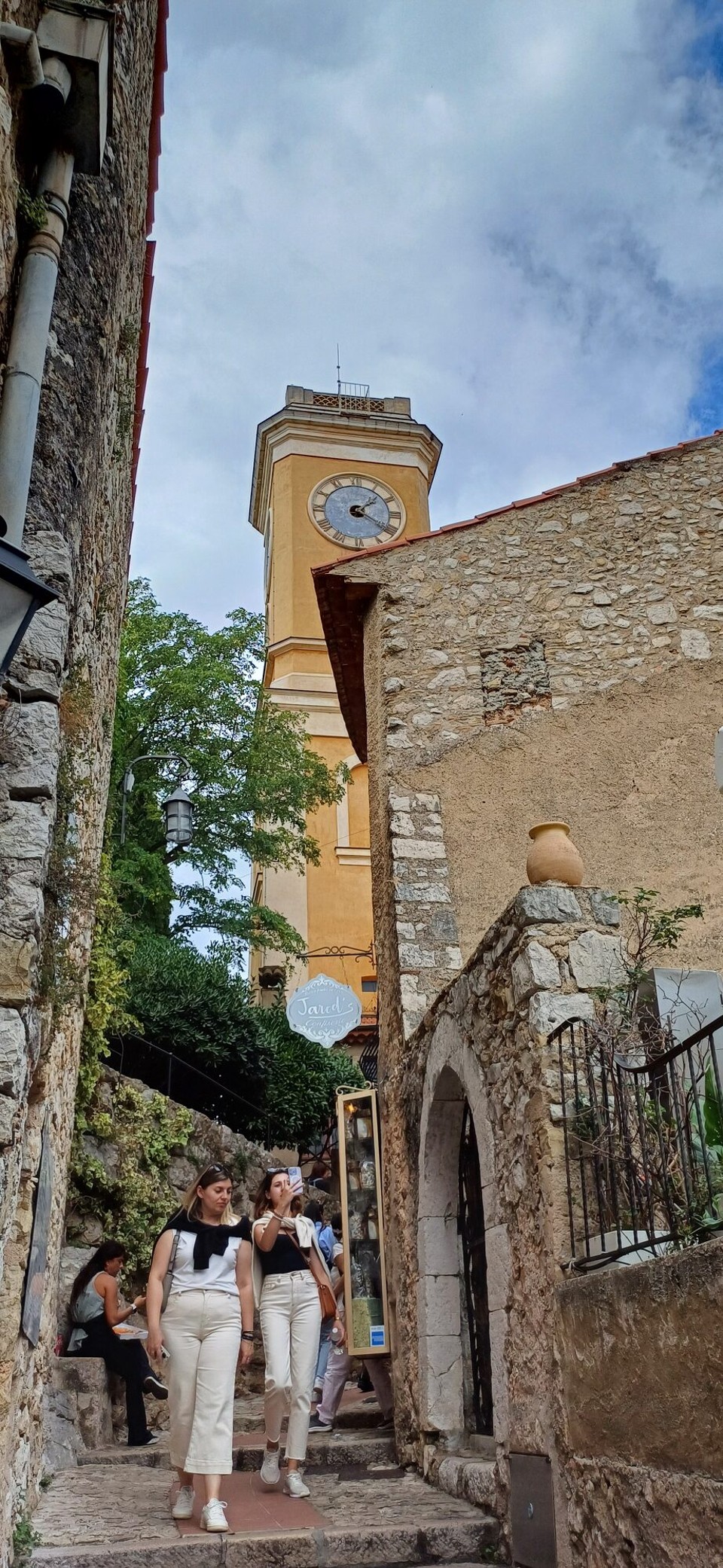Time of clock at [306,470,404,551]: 1:21
